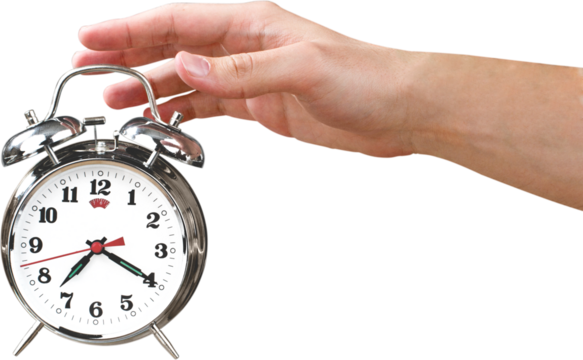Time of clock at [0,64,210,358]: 7:19
